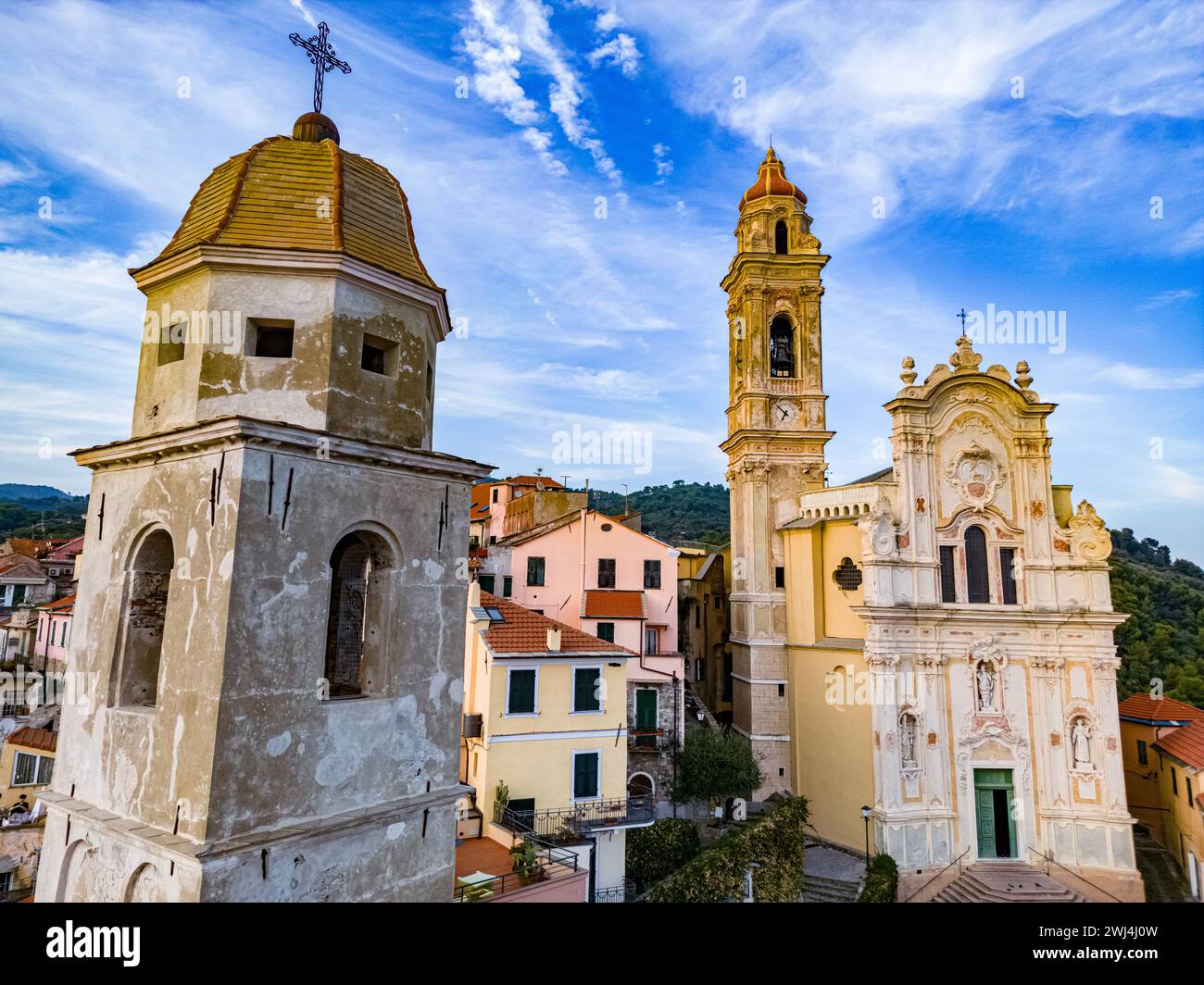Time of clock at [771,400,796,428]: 6:52
